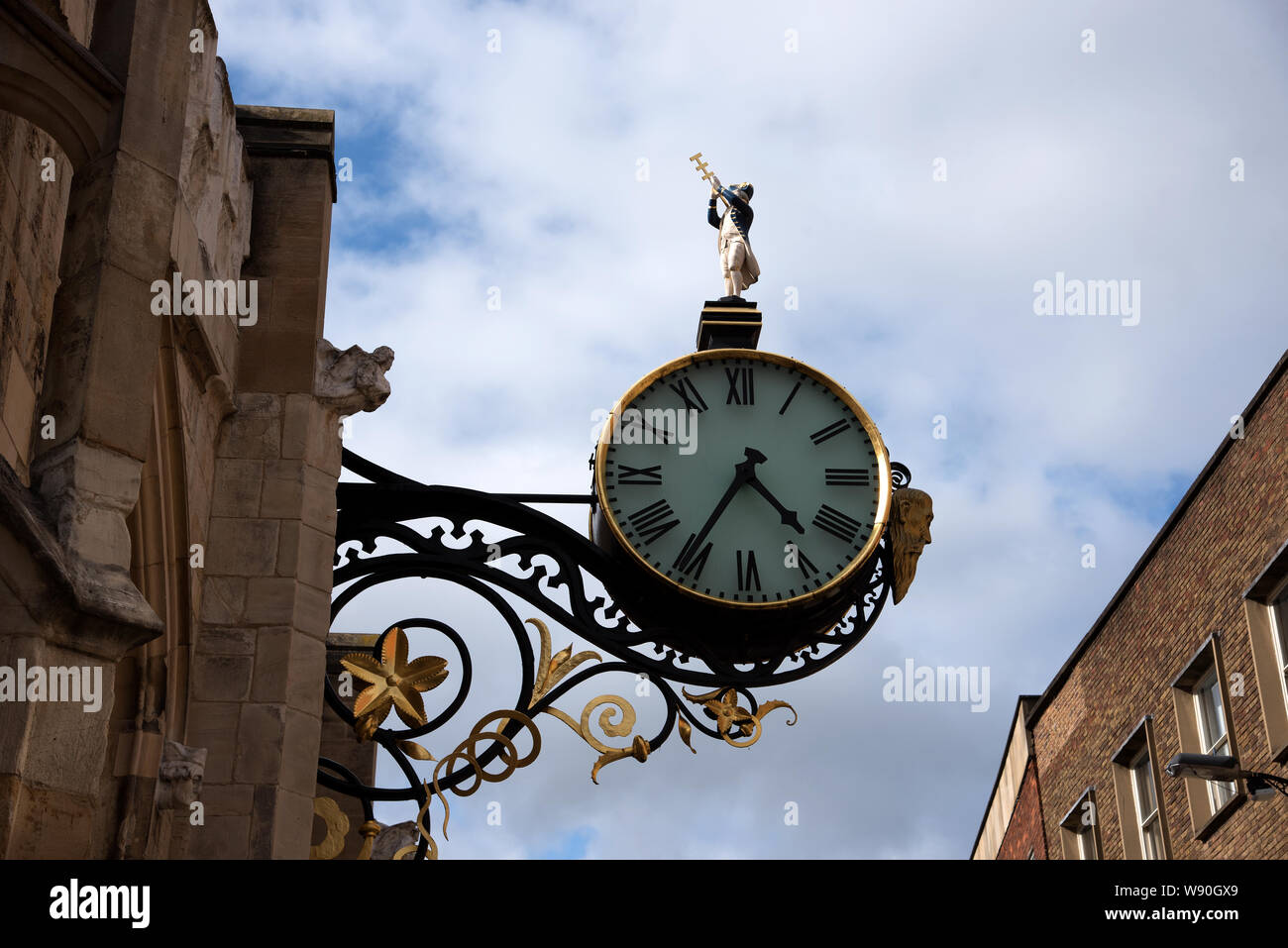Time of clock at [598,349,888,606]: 4:35
